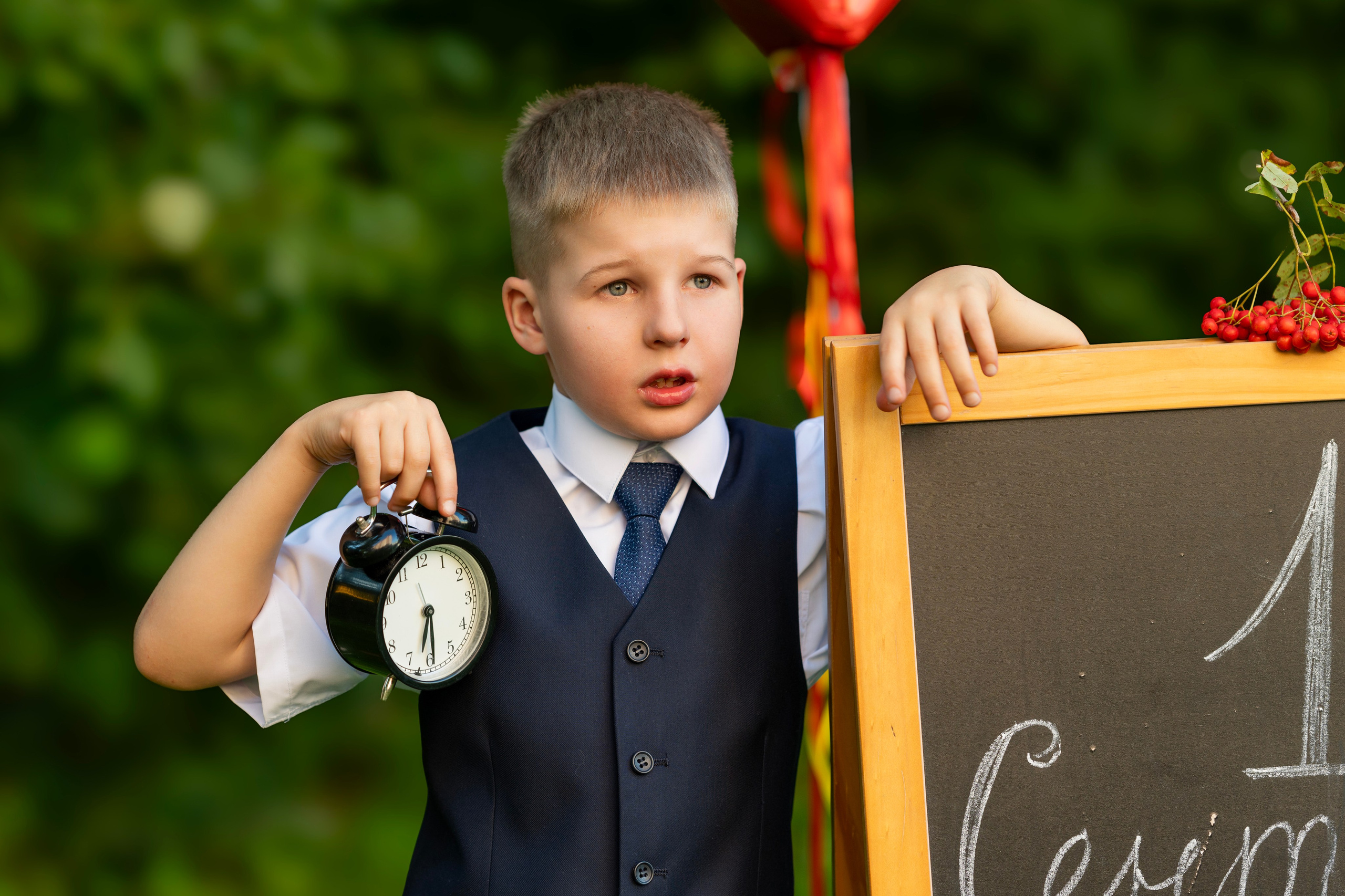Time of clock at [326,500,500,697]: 6:29
